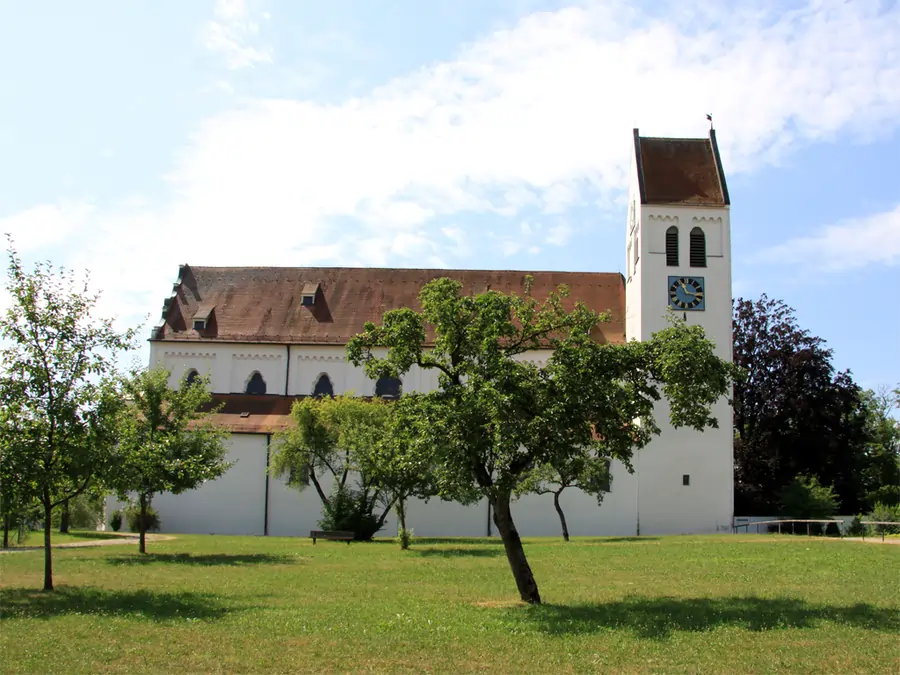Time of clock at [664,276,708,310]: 11:17
